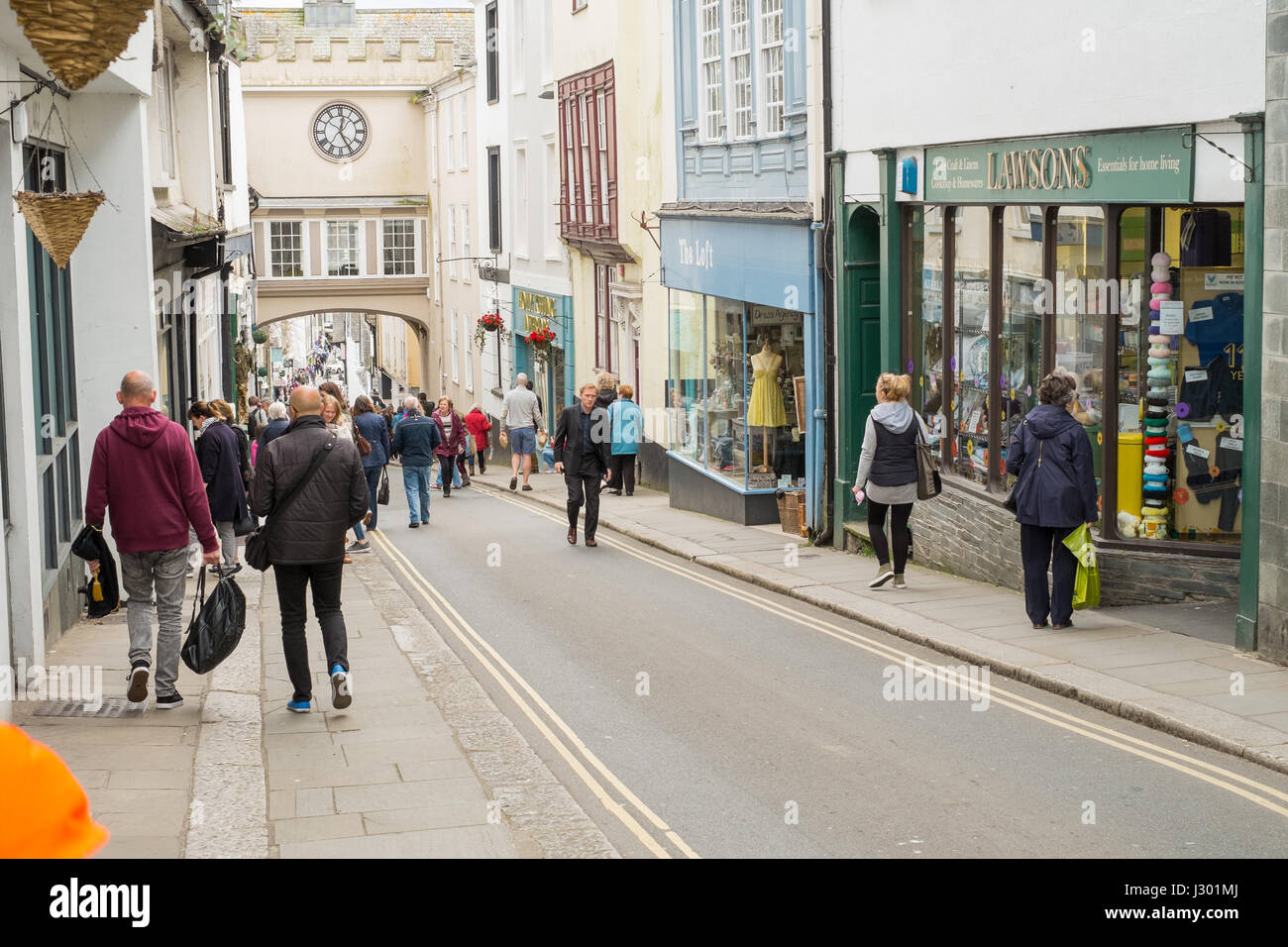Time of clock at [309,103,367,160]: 12:24
